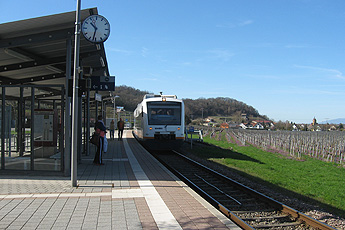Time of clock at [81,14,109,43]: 10:32
